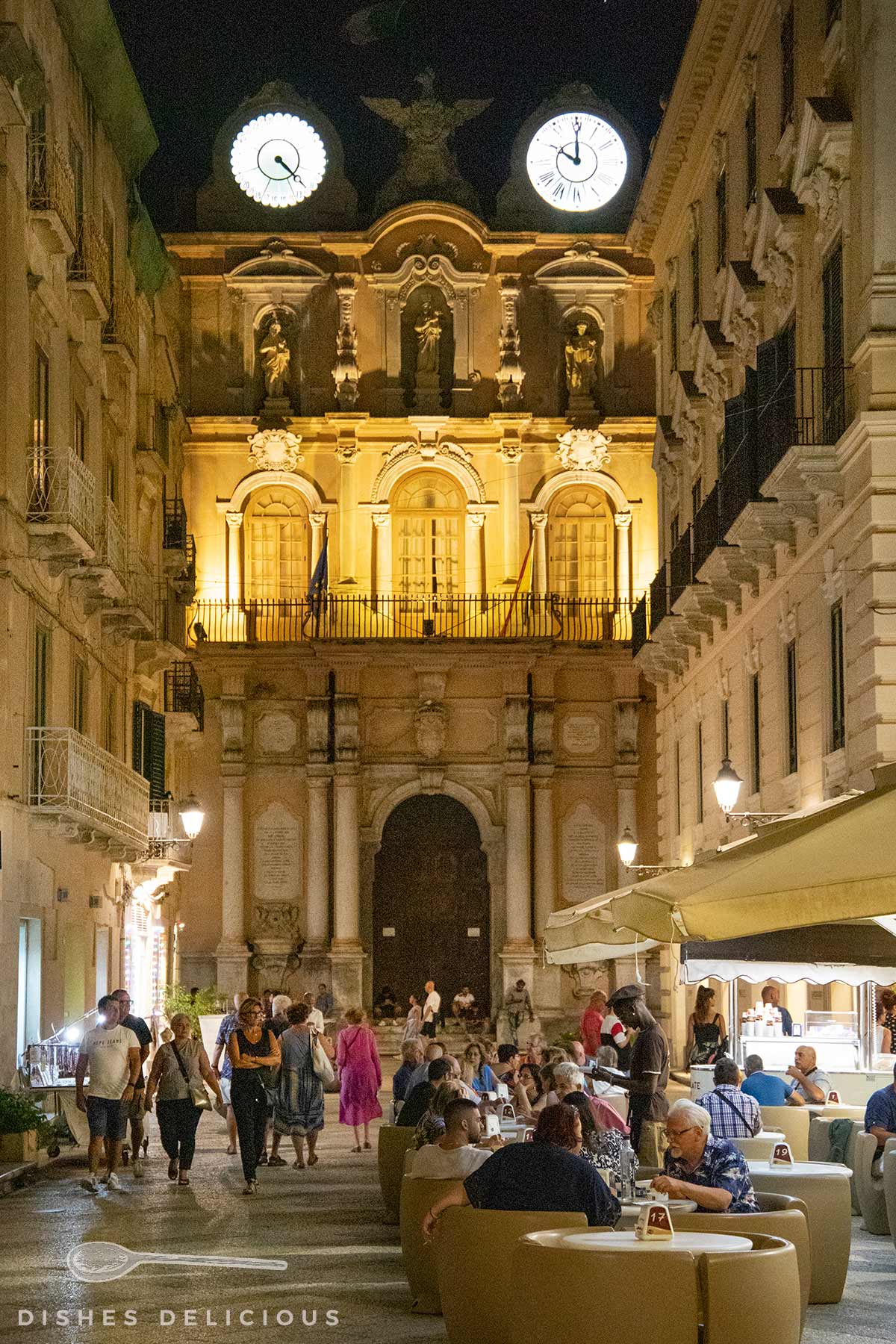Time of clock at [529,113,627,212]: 10:00
